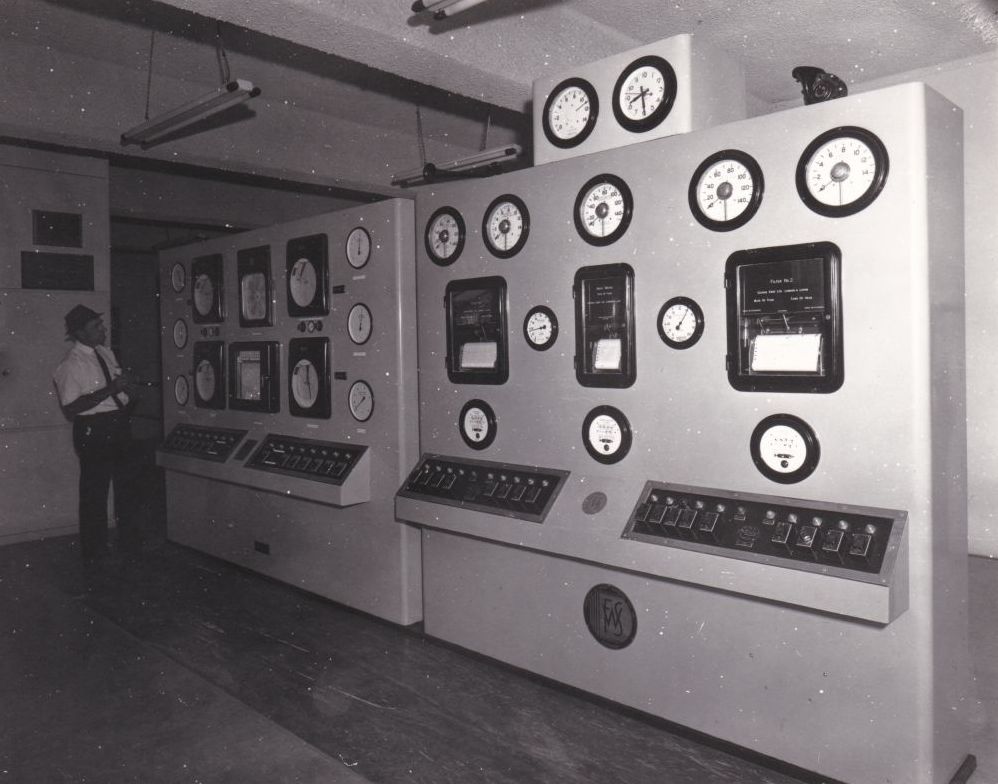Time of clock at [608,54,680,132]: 8:29
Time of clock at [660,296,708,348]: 7:05
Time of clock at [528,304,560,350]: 2:43
